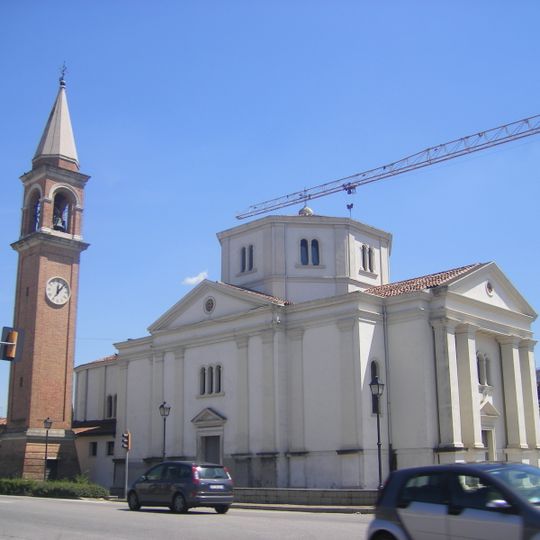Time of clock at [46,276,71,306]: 12:07
